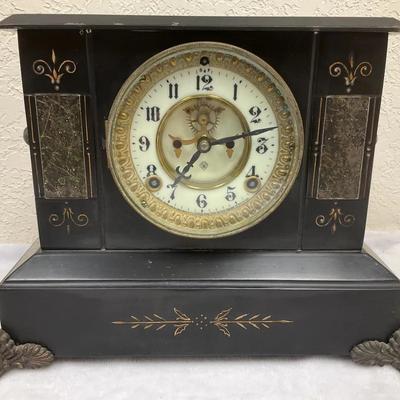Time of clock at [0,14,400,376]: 7:12
